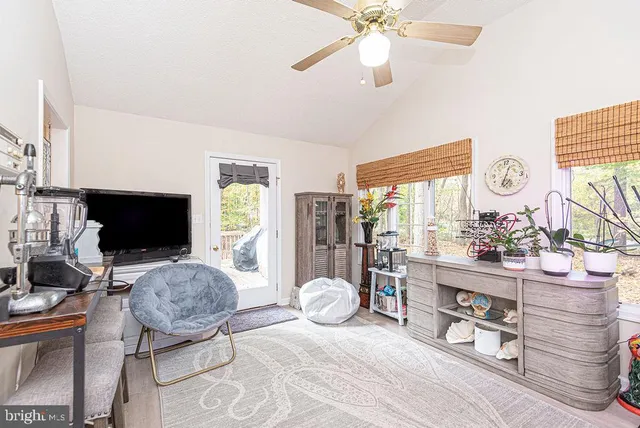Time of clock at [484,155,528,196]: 12:33
